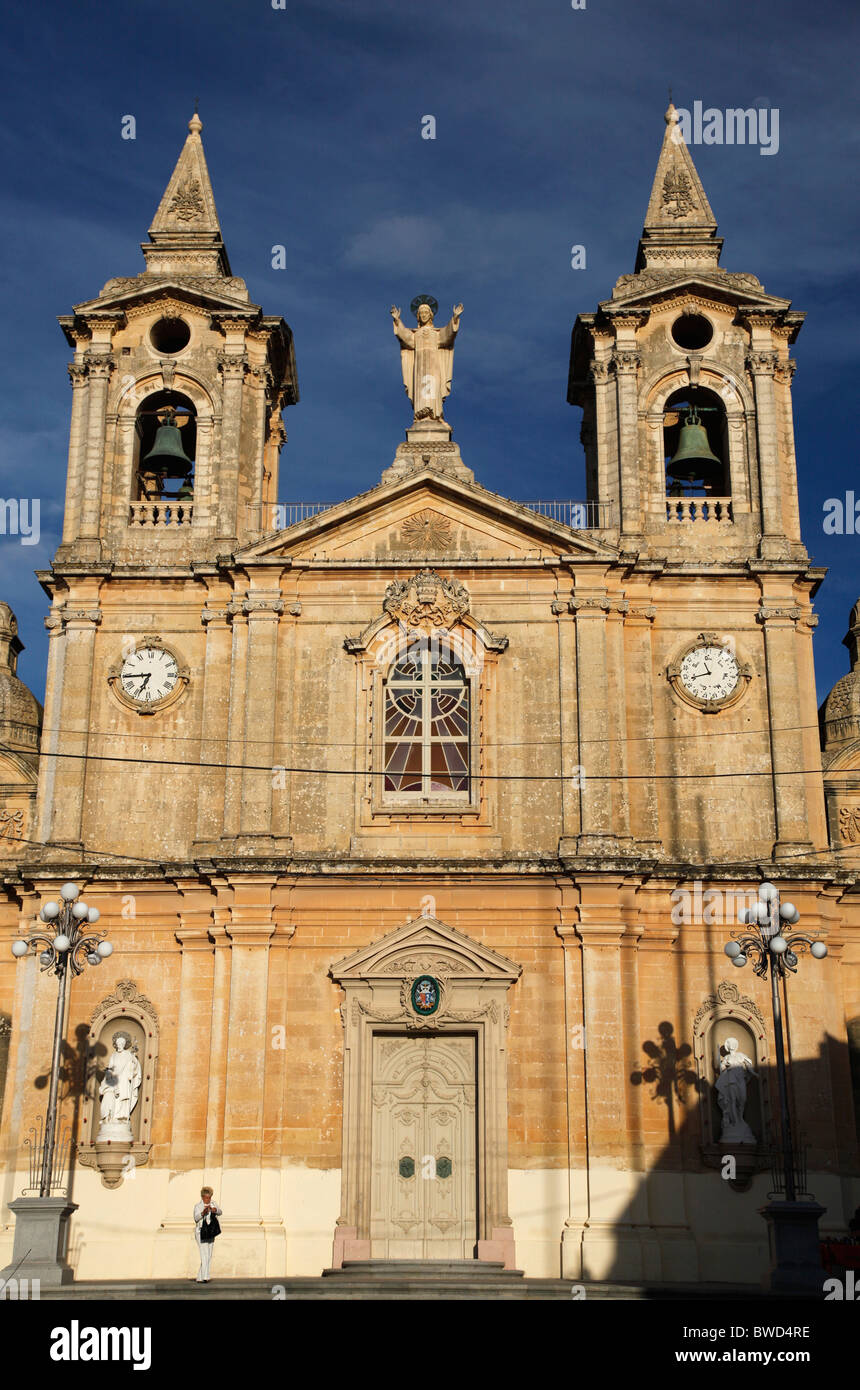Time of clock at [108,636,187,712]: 6:44
